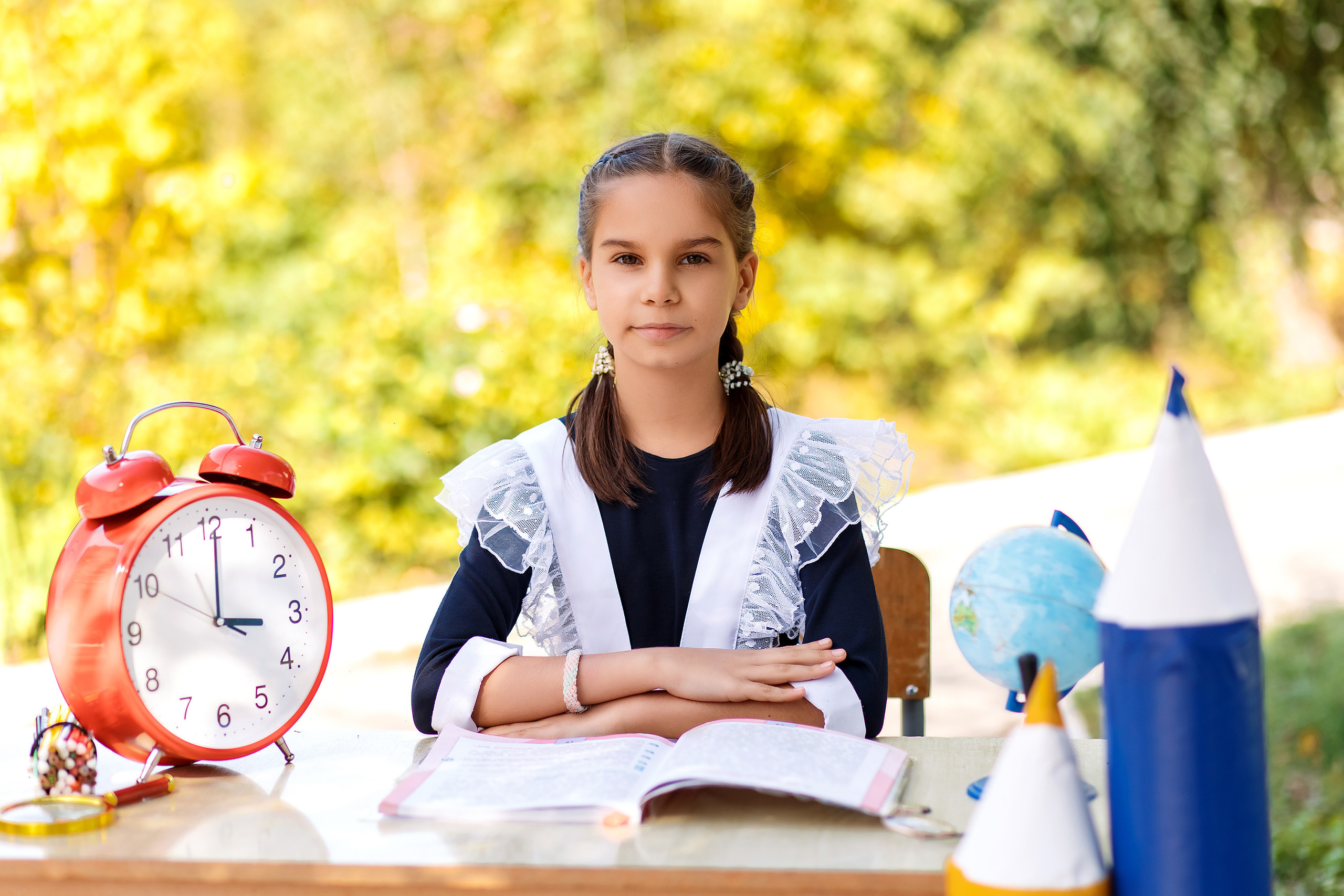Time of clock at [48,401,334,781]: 3:00
